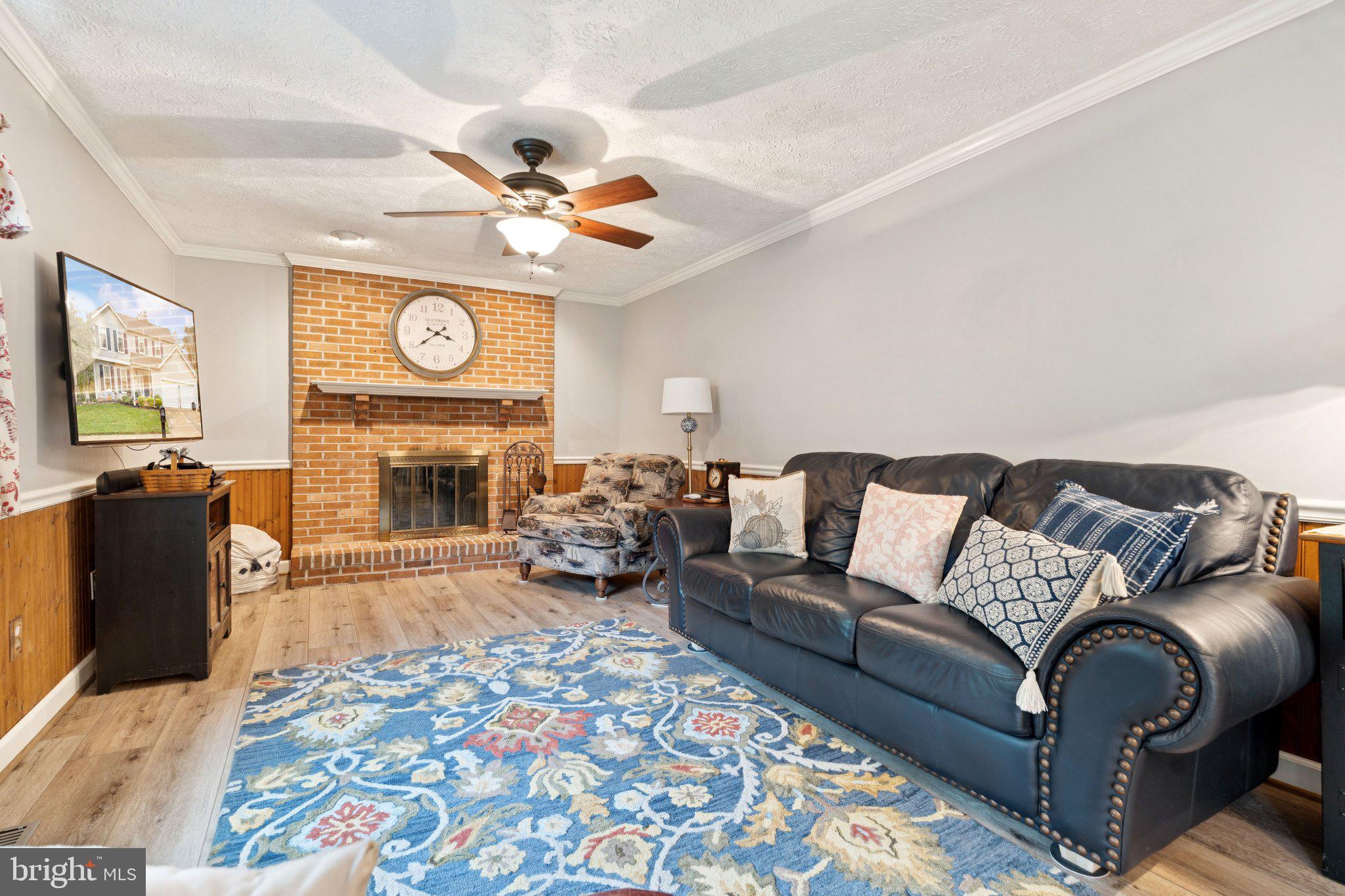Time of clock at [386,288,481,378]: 3:38
